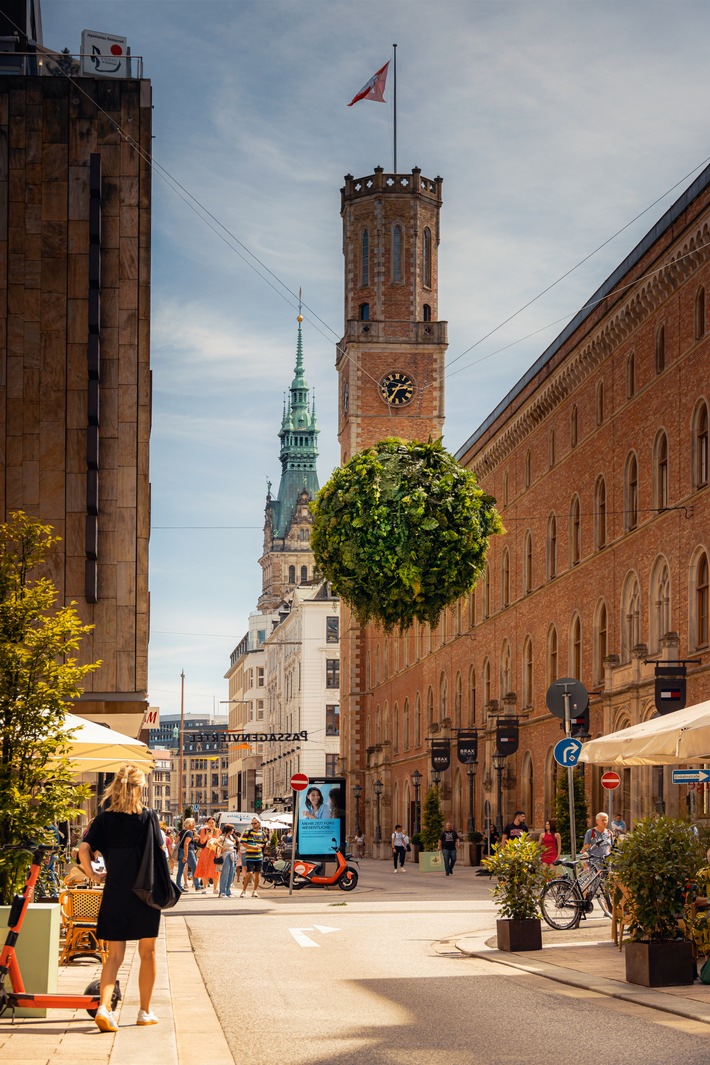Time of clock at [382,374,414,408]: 2:34
